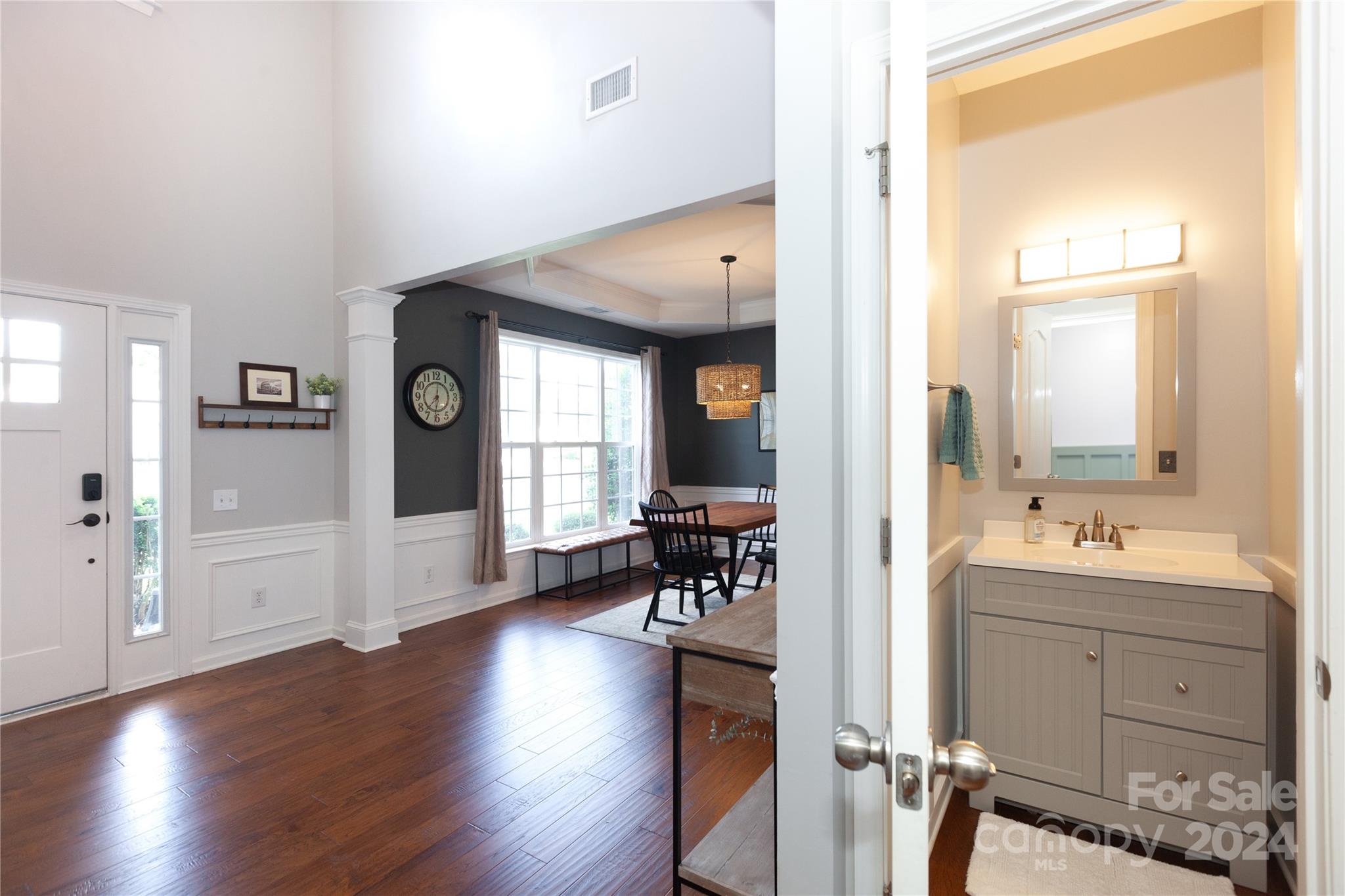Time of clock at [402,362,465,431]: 7:31
